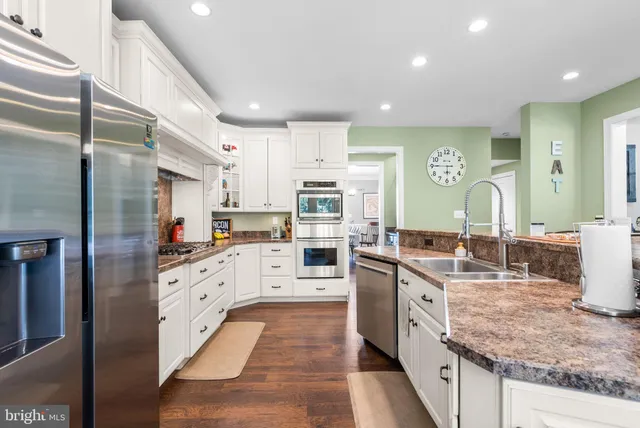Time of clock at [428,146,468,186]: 5:45
